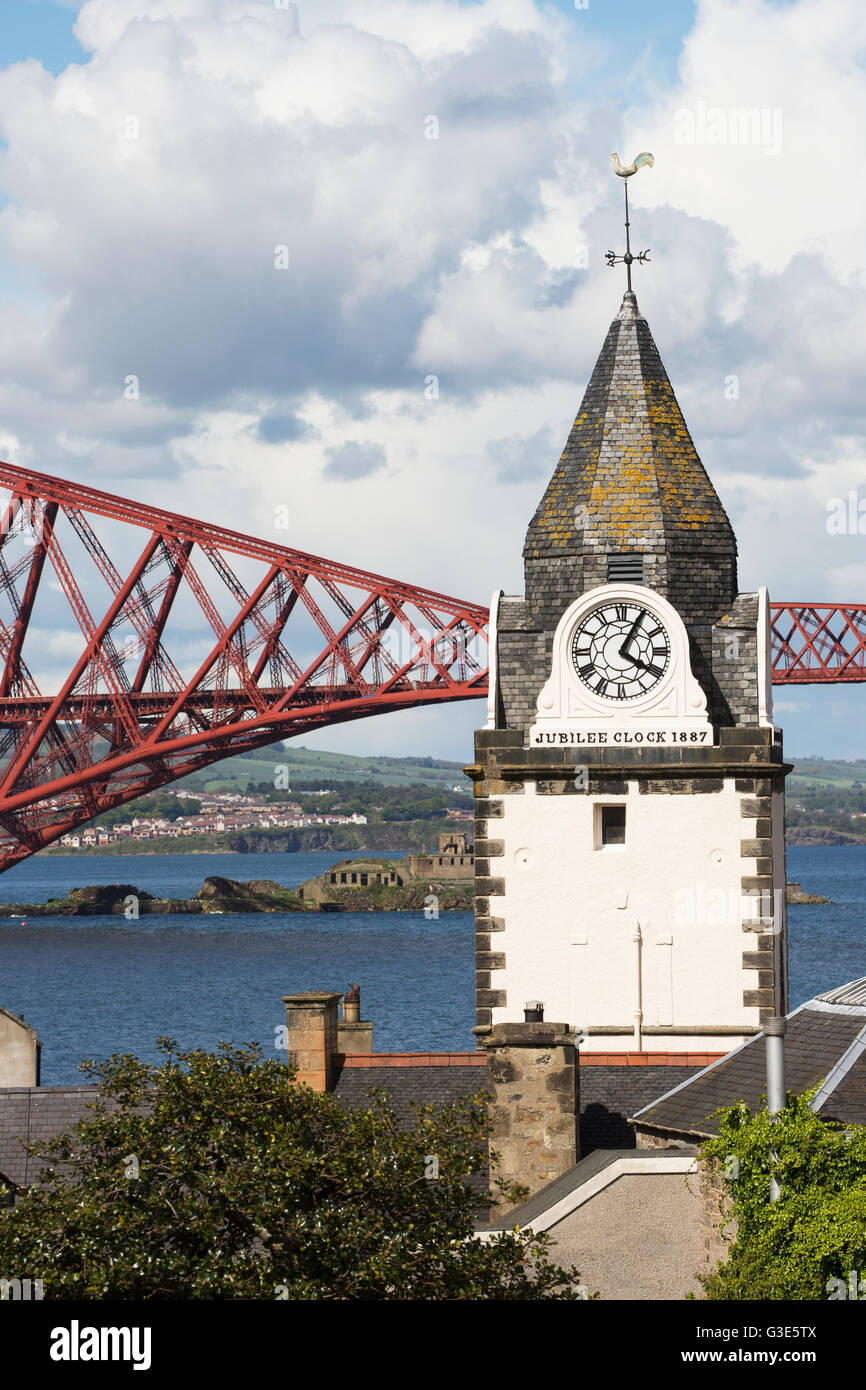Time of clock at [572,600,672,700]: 4:04
